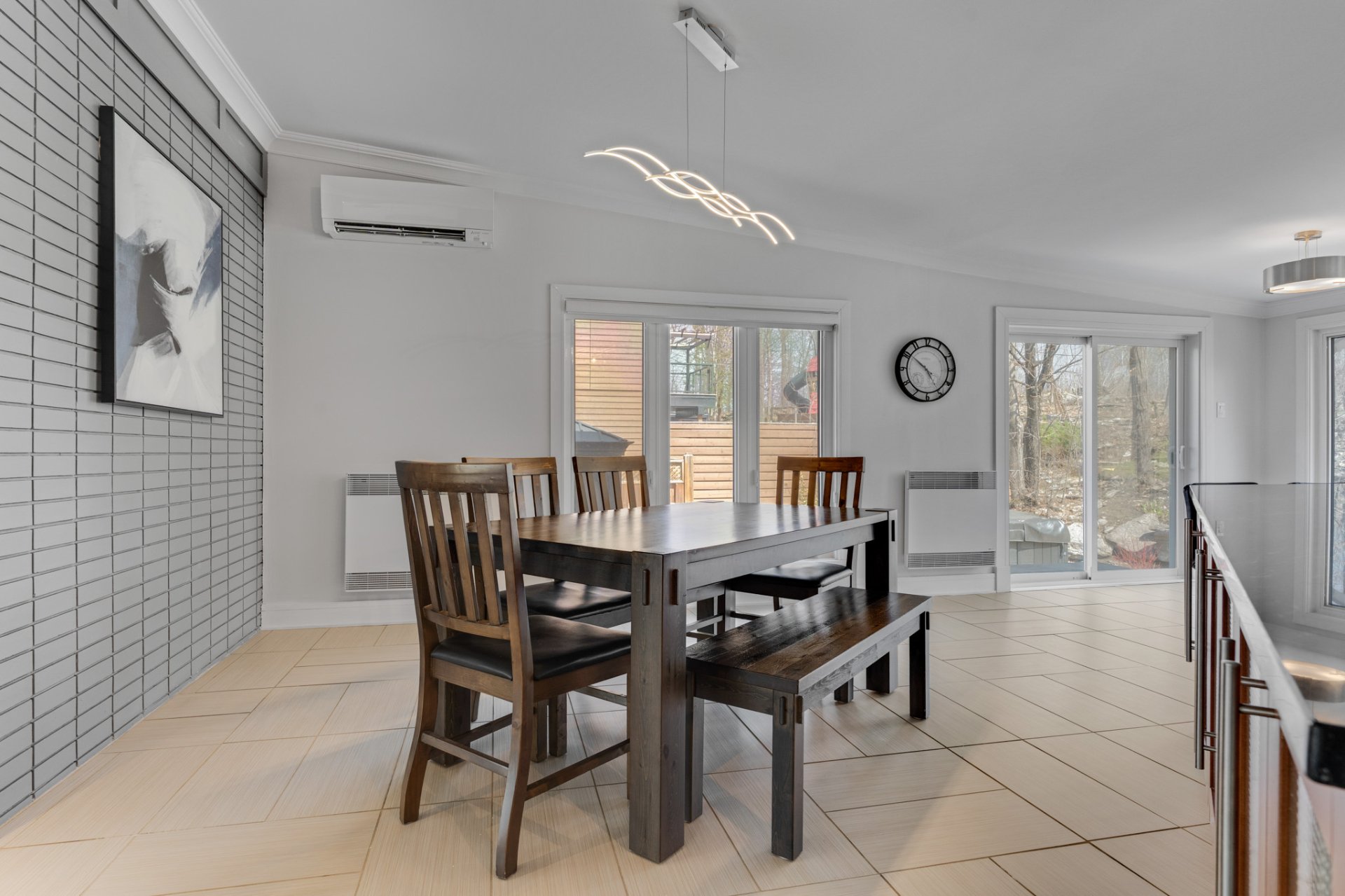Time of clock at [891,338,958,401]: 4:51
